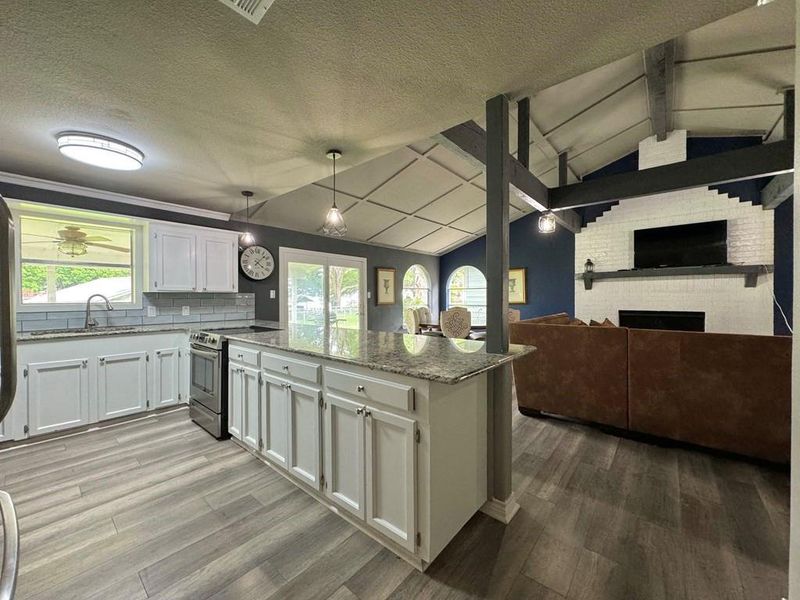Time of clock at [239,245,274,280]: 4:07
